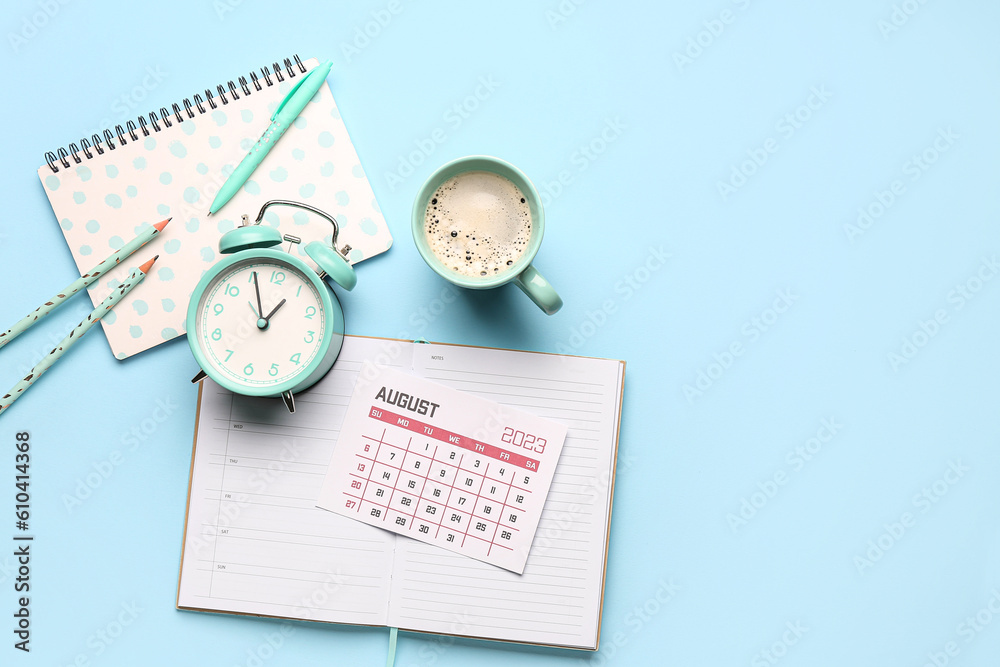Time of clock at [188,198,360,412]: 12:55
